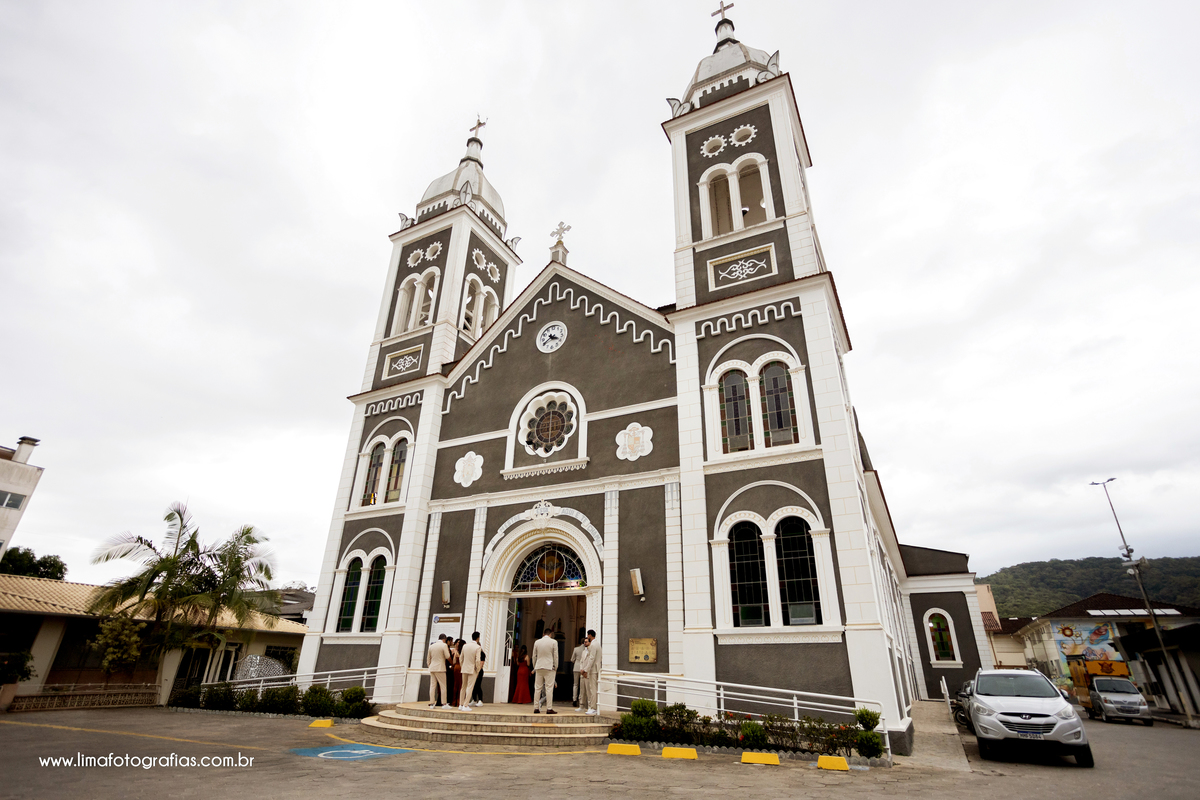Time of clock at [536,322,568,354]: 3:40
